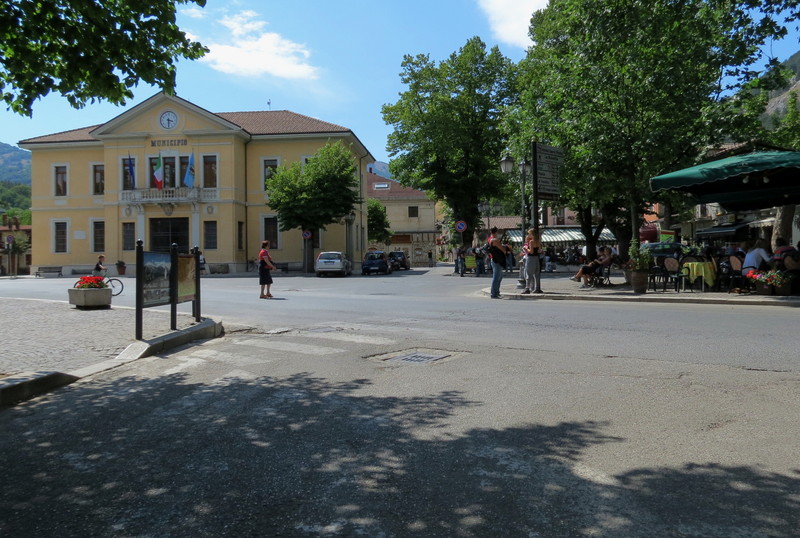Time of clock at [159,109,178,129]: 3:30
